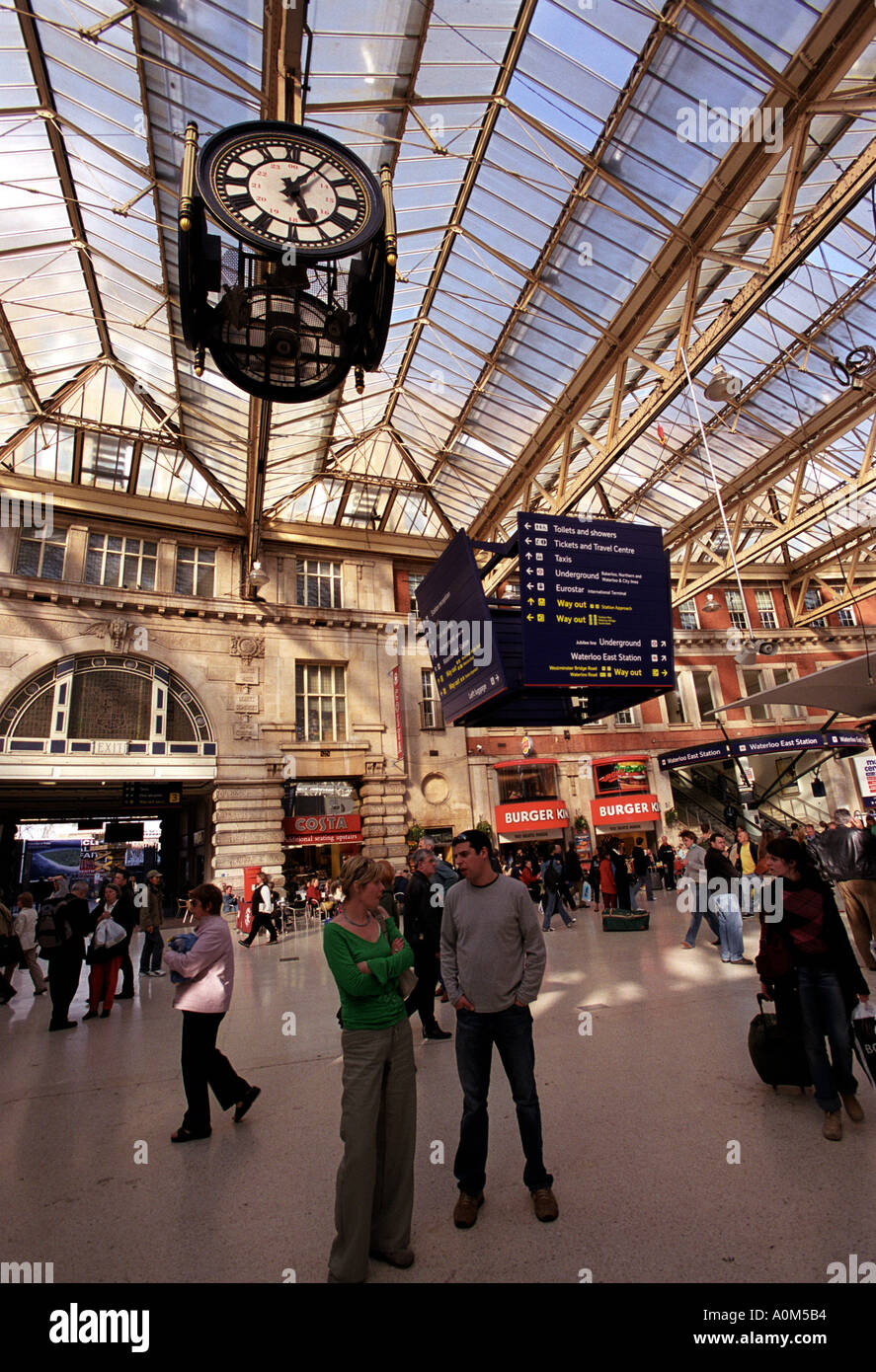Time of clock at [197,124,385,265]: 5:06
